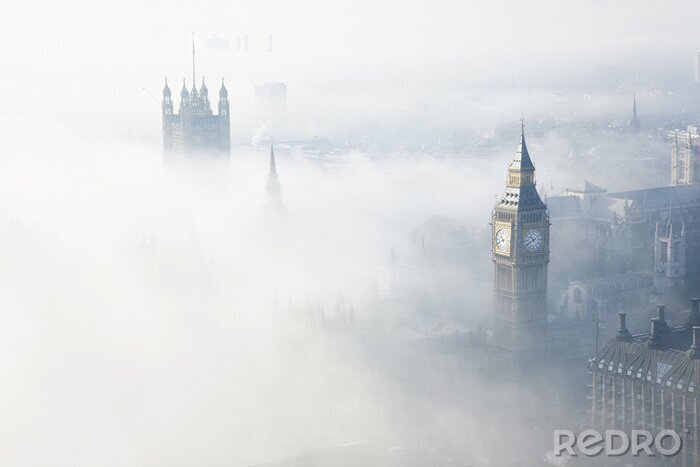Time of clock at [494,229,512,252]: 10:41
